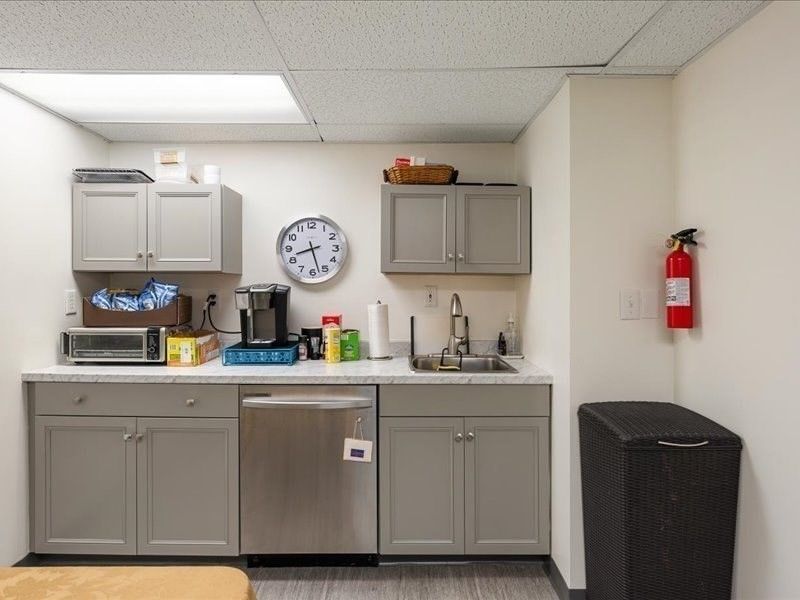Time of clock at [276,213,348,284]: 8:27
